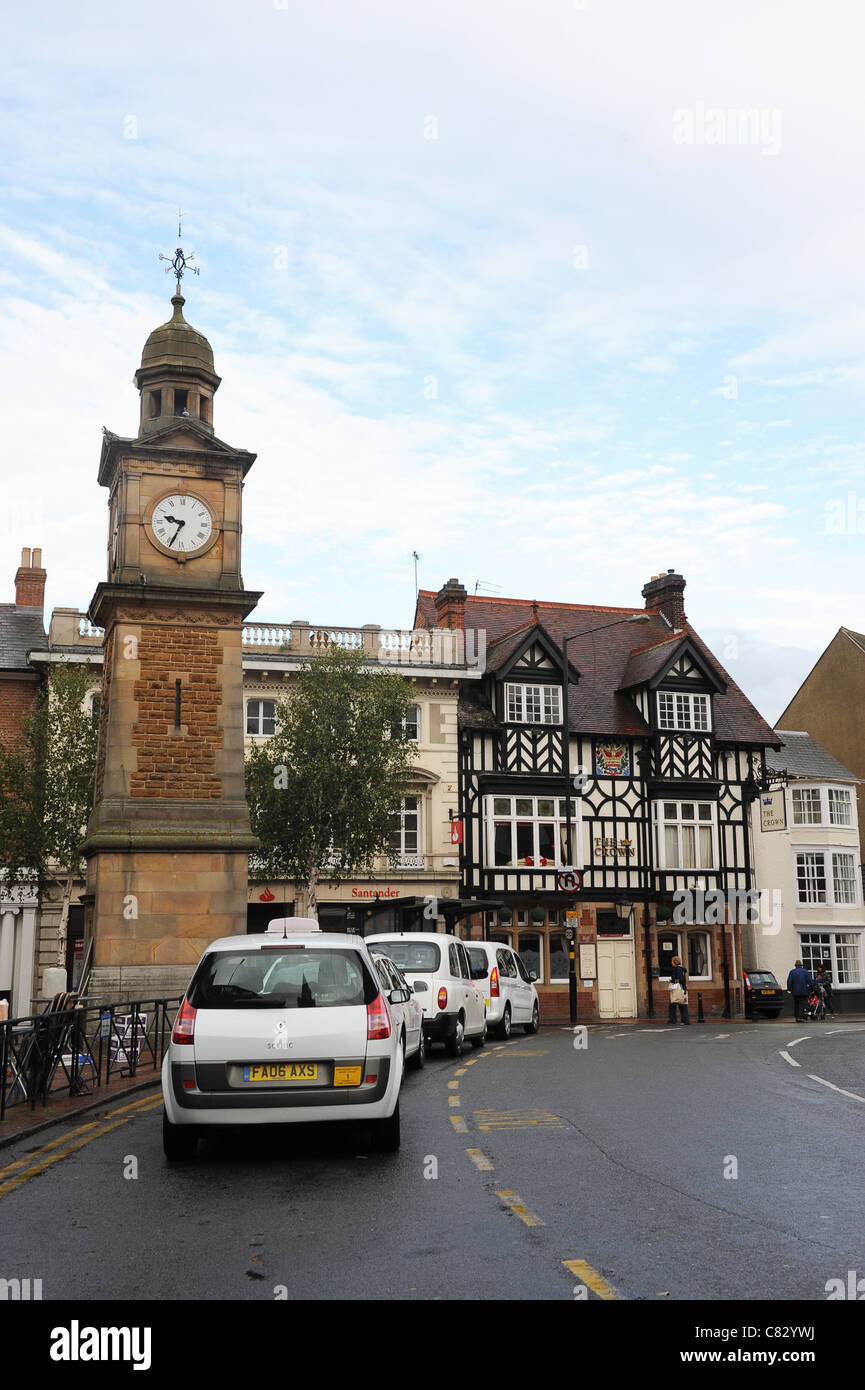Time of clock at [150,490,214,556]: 9:34
